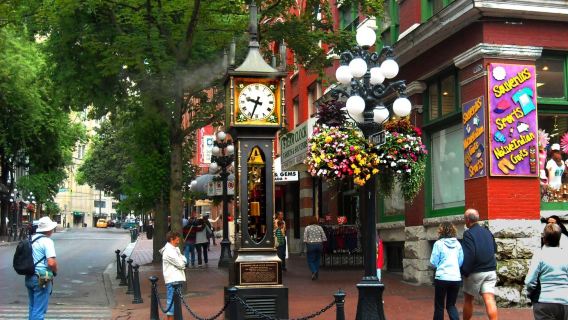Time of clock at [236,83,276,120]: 9:33
